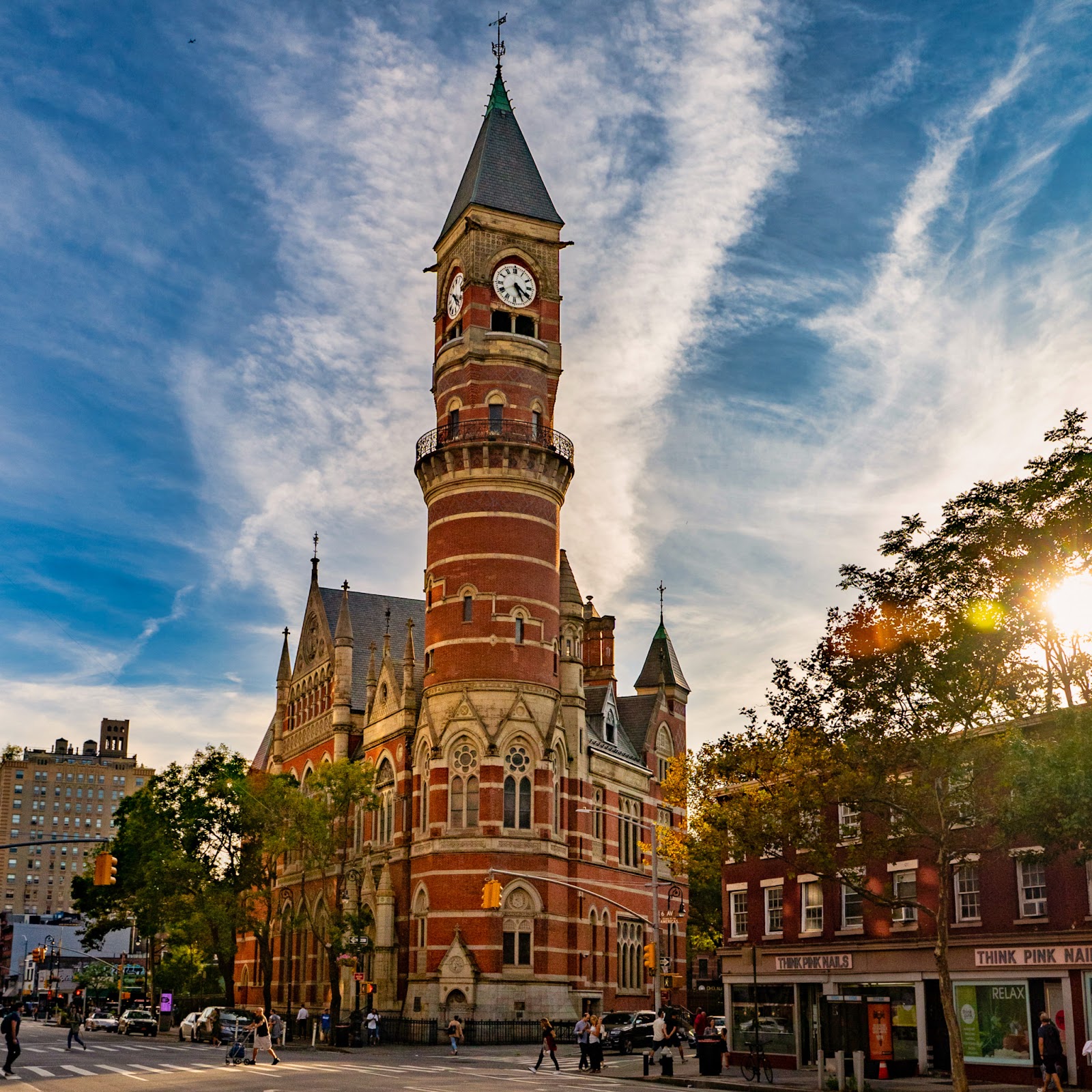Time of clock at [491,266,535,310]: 5:20
